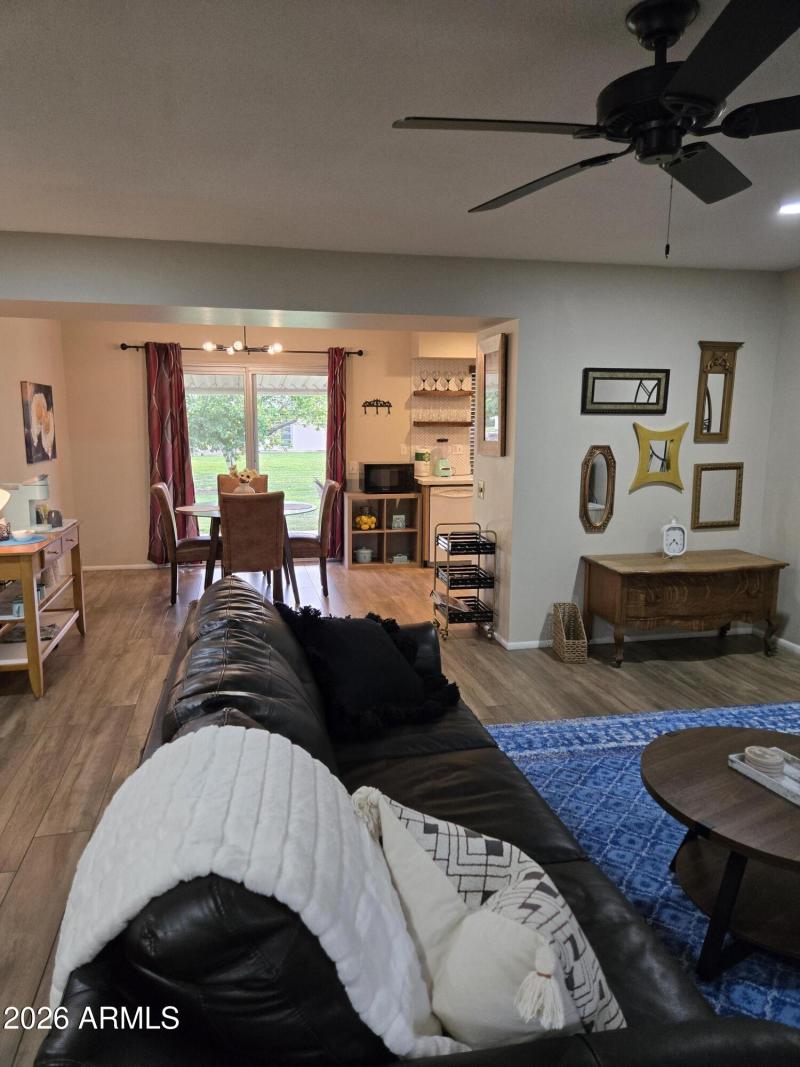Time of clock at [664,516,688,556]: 4:37
